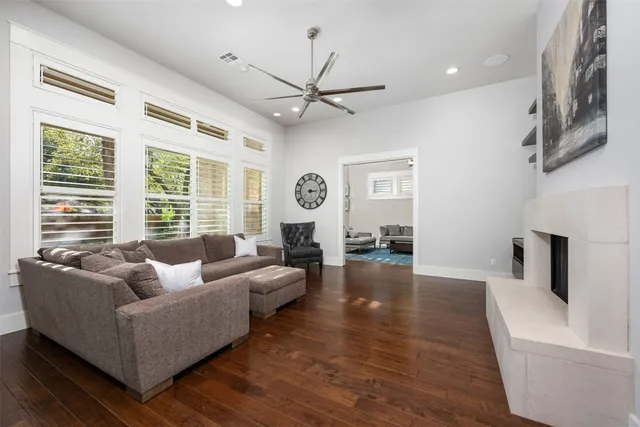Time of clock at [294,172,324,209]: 3:14
